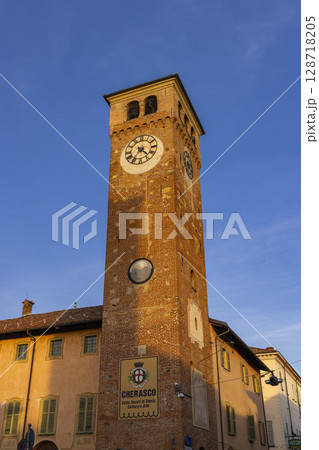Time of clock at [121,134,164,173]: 4:35
